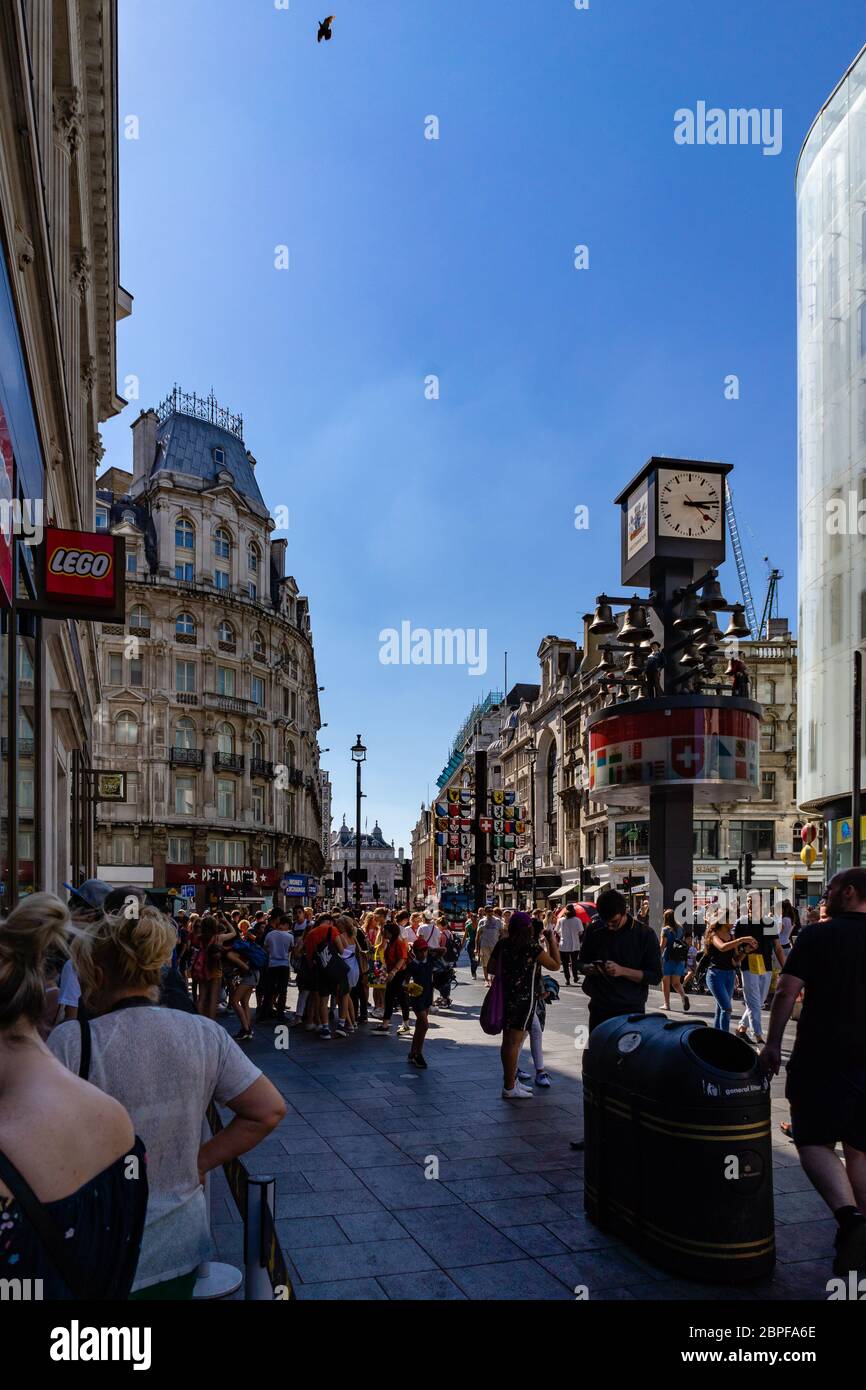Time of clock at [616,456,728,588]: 3:13
